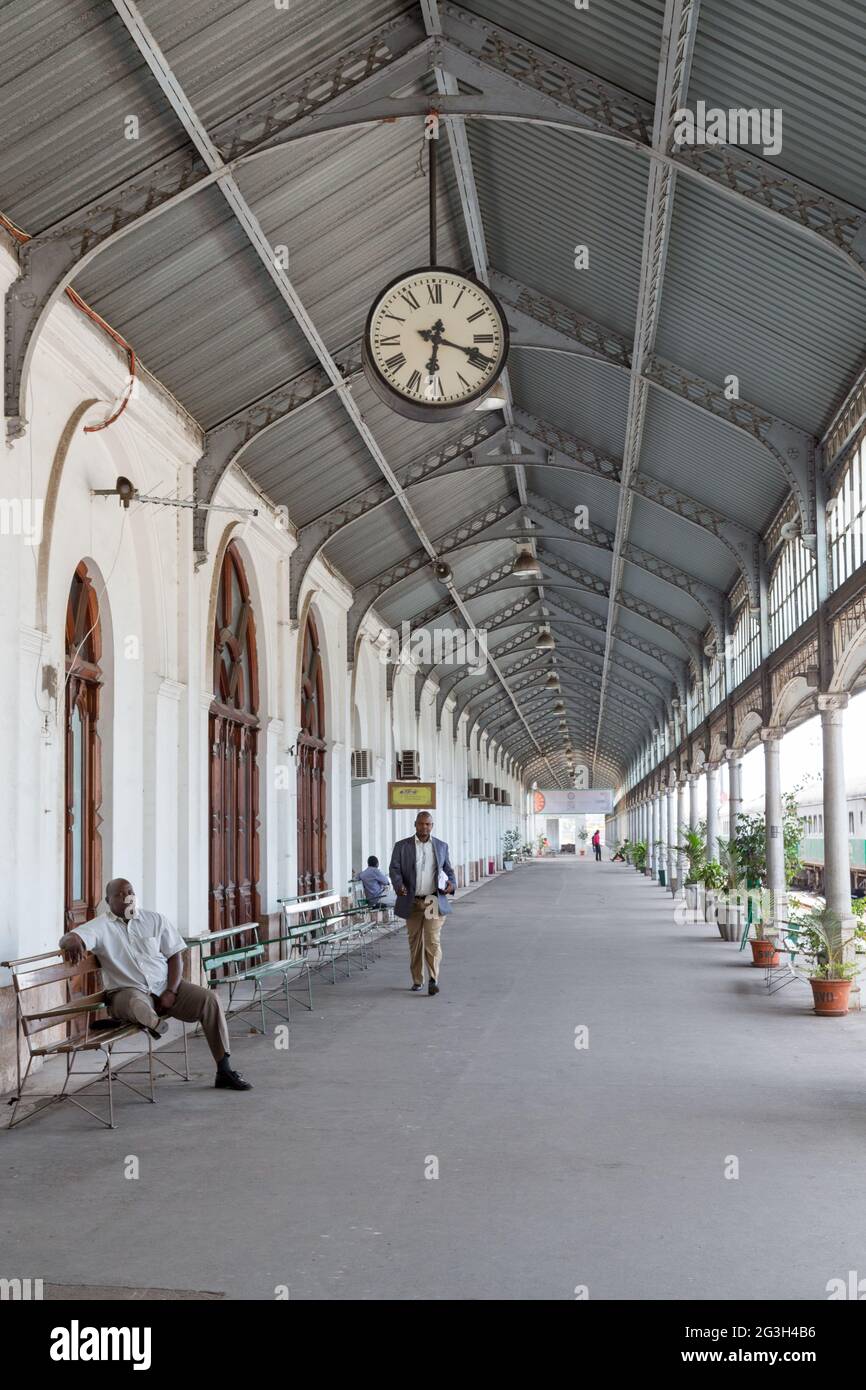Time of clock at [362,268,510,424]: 6:18
